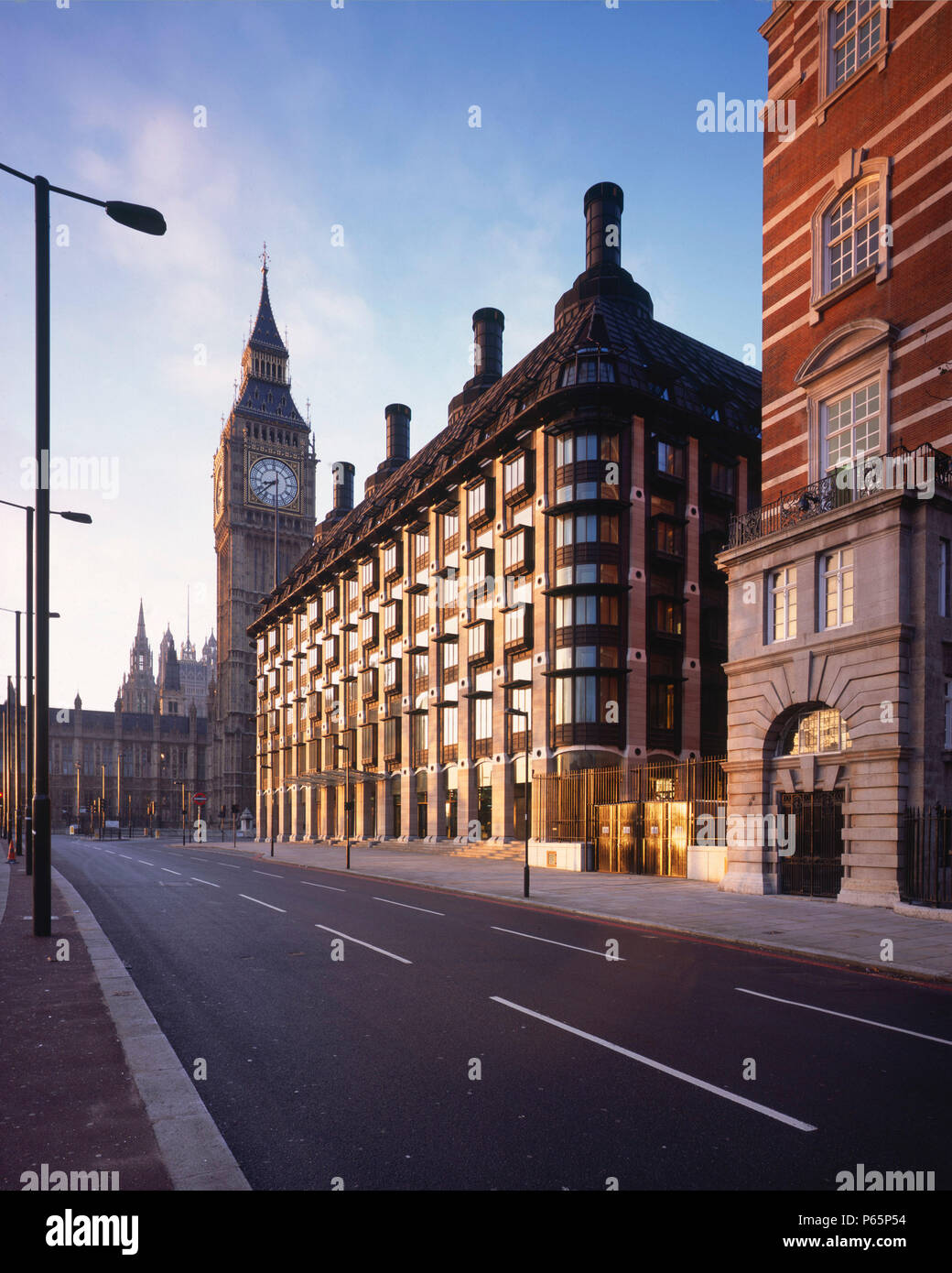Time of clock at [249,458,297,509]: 8:38
